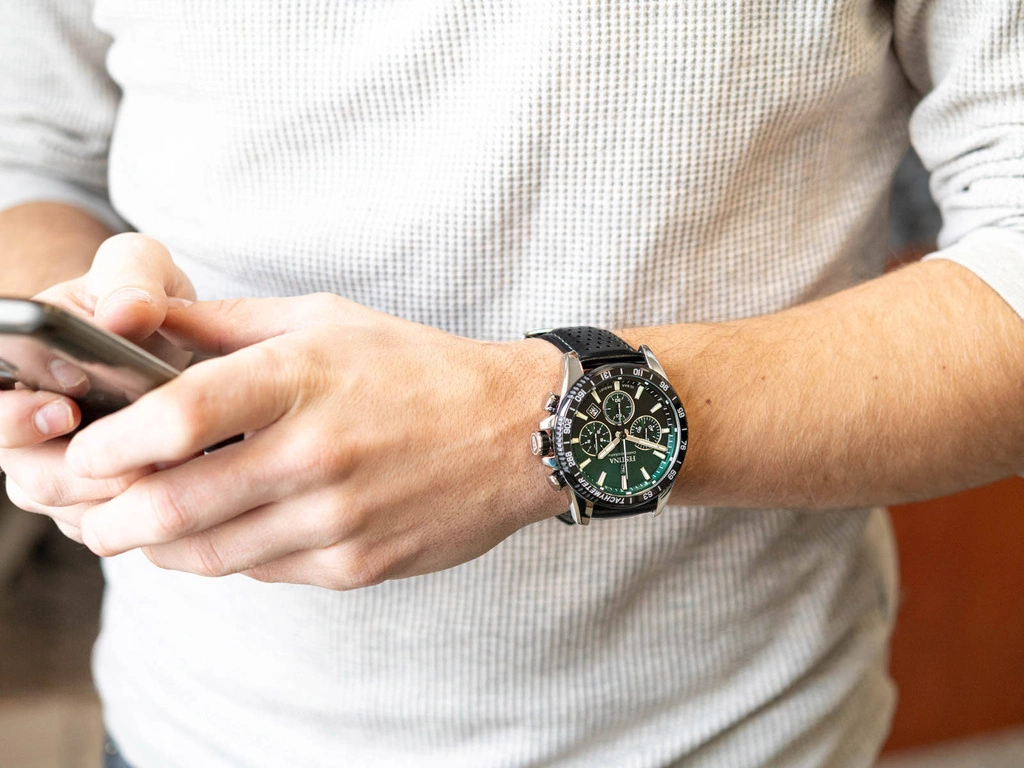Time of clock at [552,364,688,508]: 7:18
